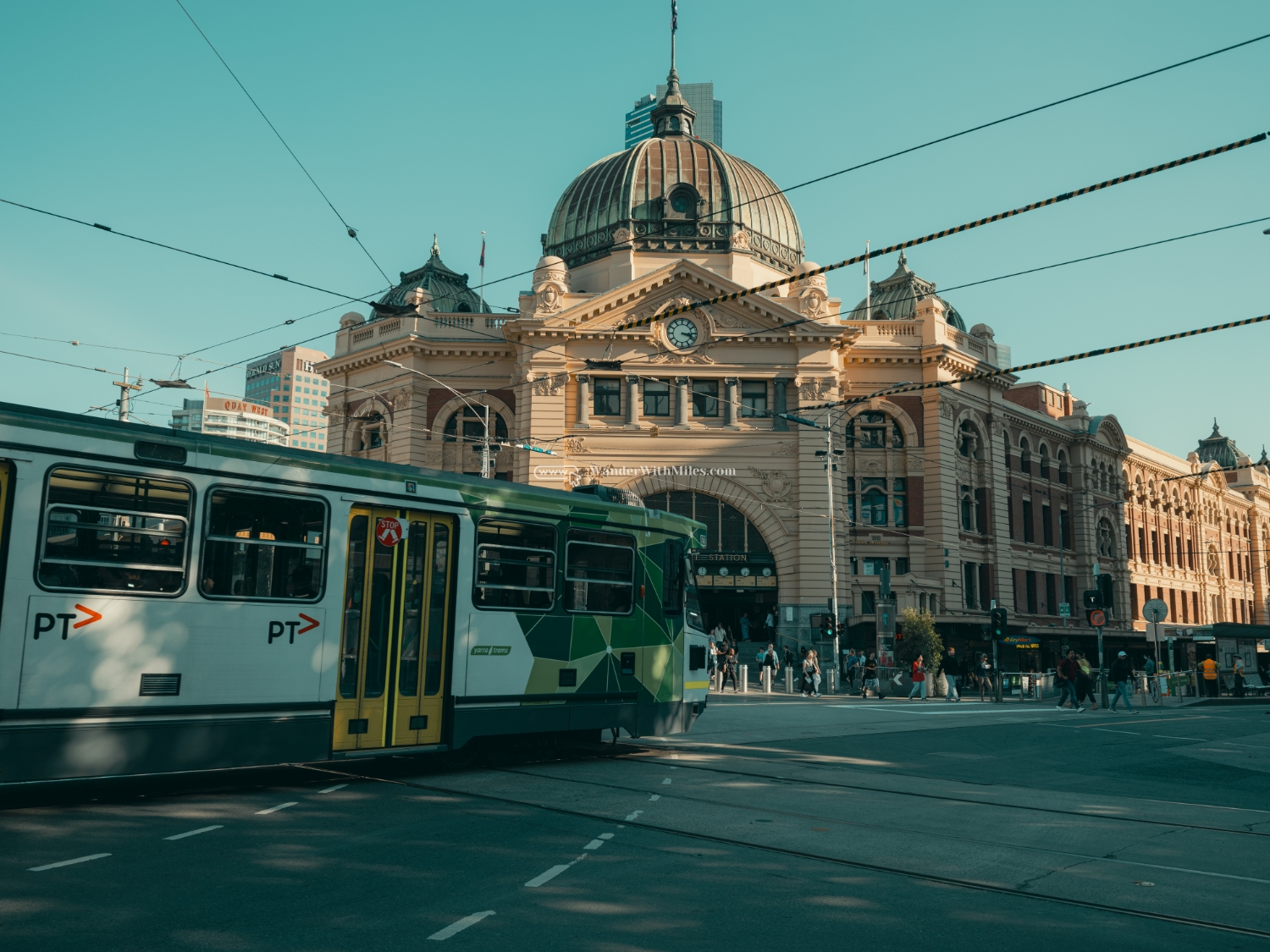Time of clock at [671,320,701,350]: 3:18
